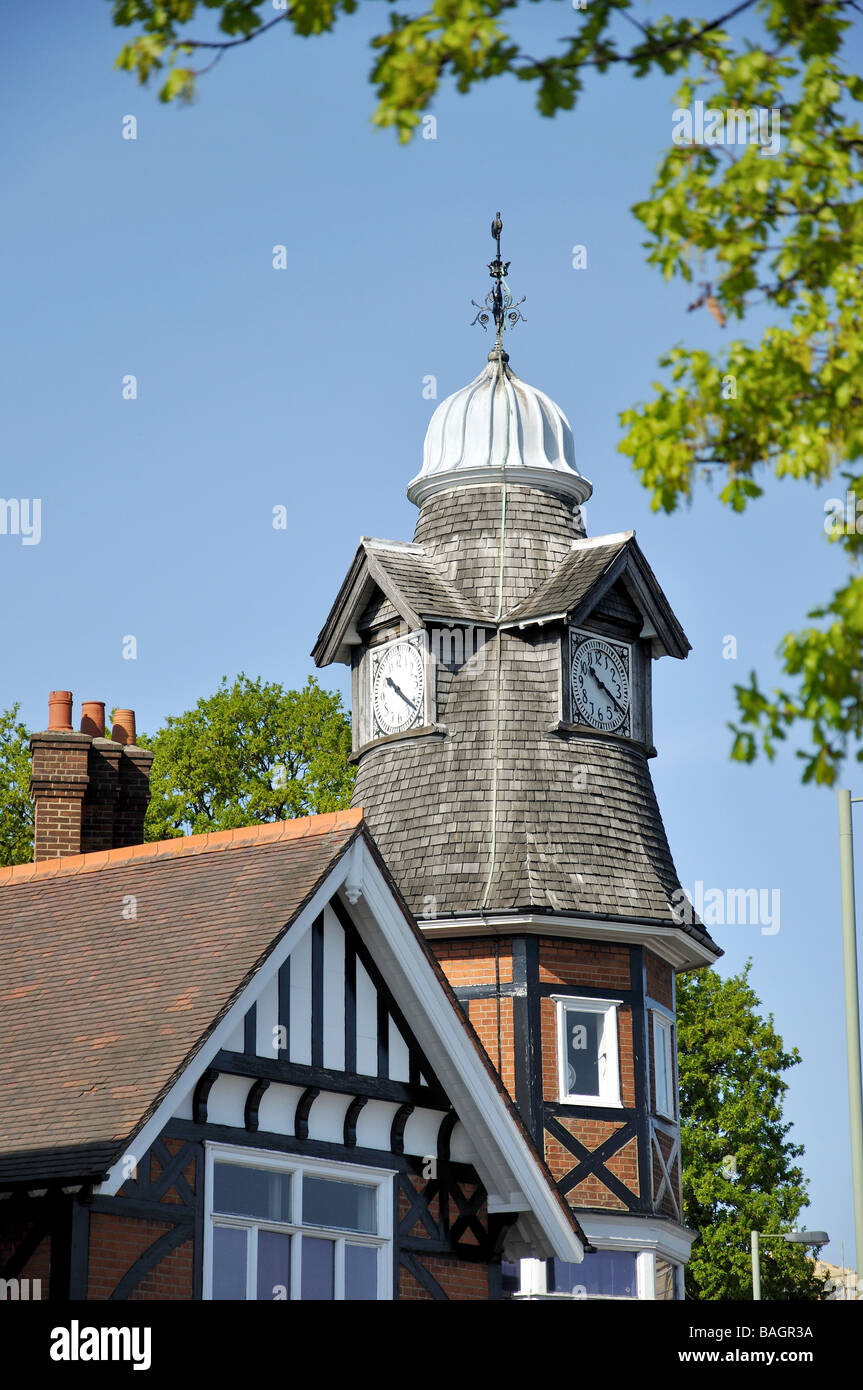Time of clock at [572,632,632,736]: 10:20
